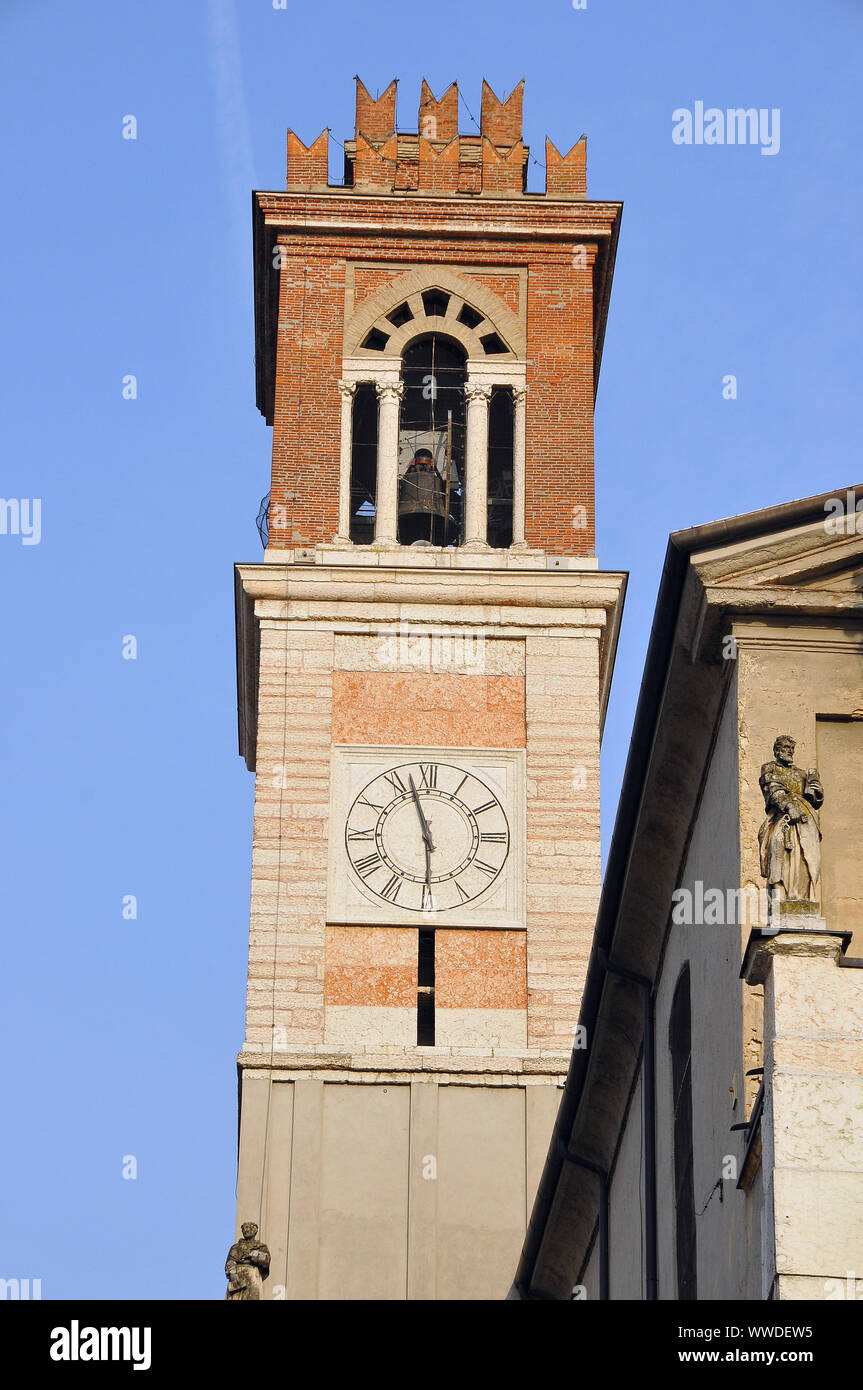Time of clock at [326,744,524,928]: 5:57
